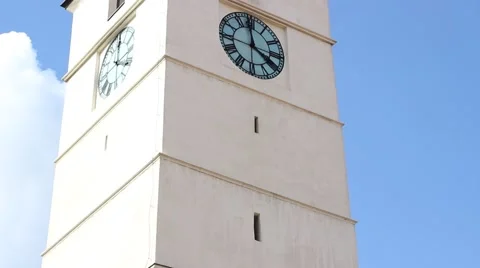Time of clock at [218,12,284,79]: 3:58
